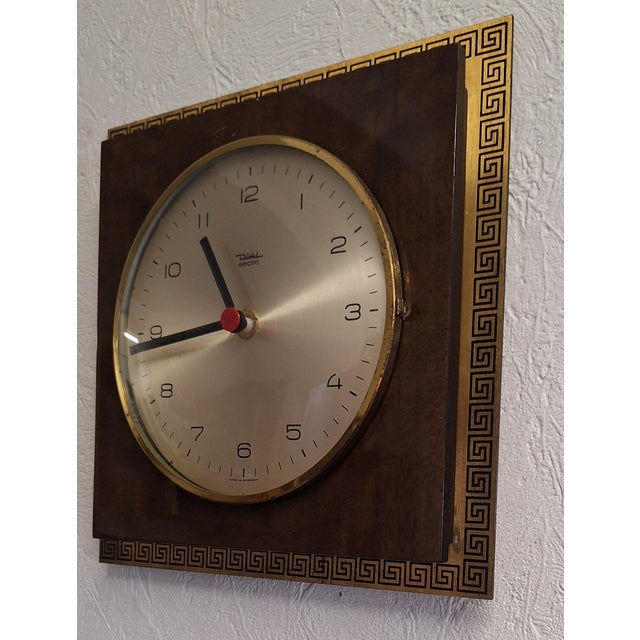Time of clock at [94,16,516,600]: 10:43
